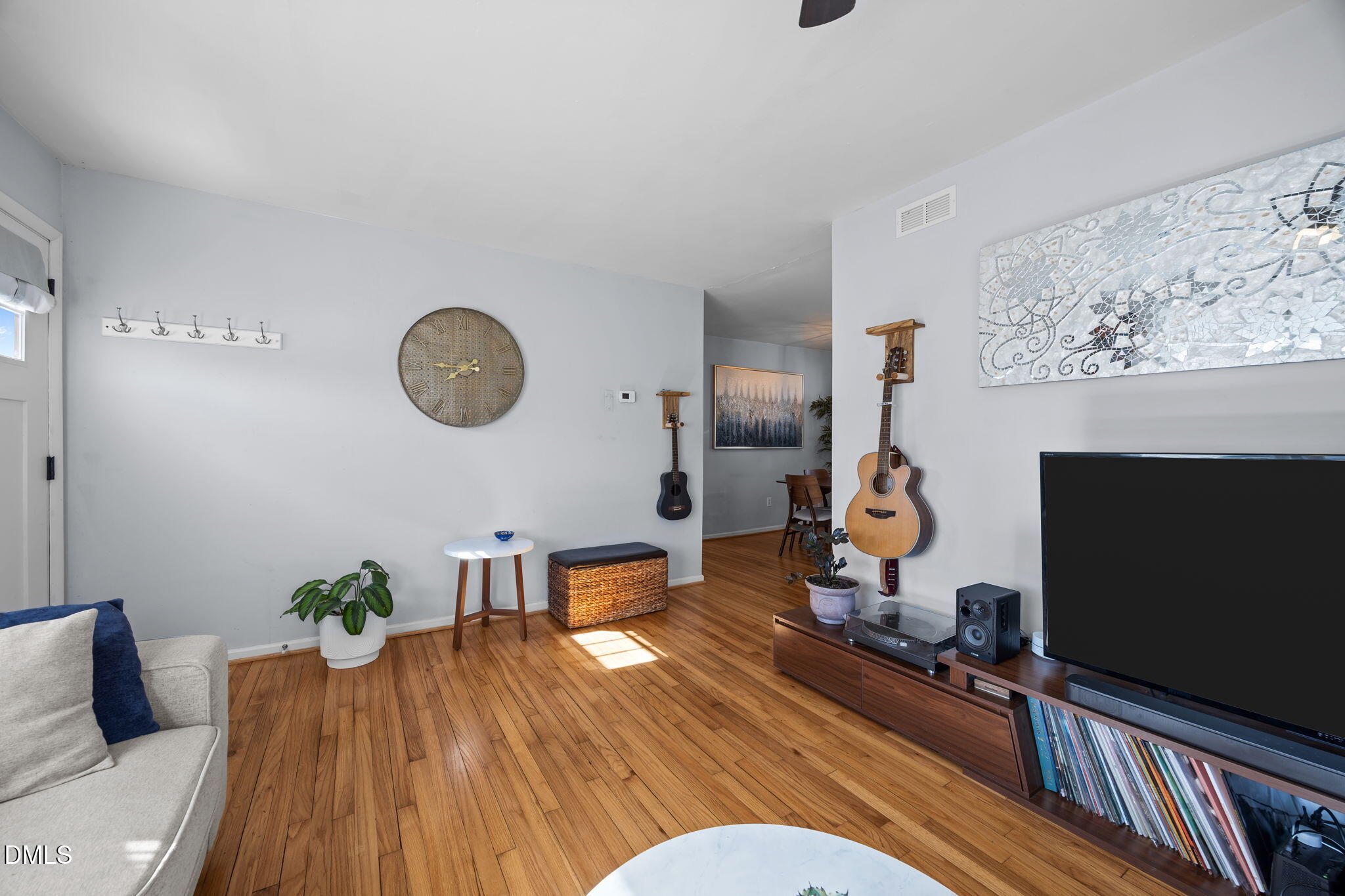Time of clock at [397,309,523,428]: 7:45
